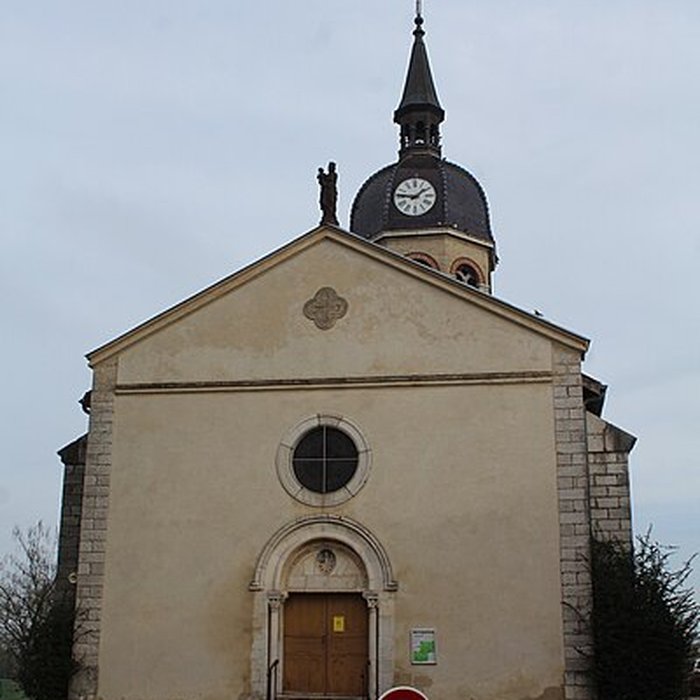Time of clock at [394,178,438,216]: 1:46
